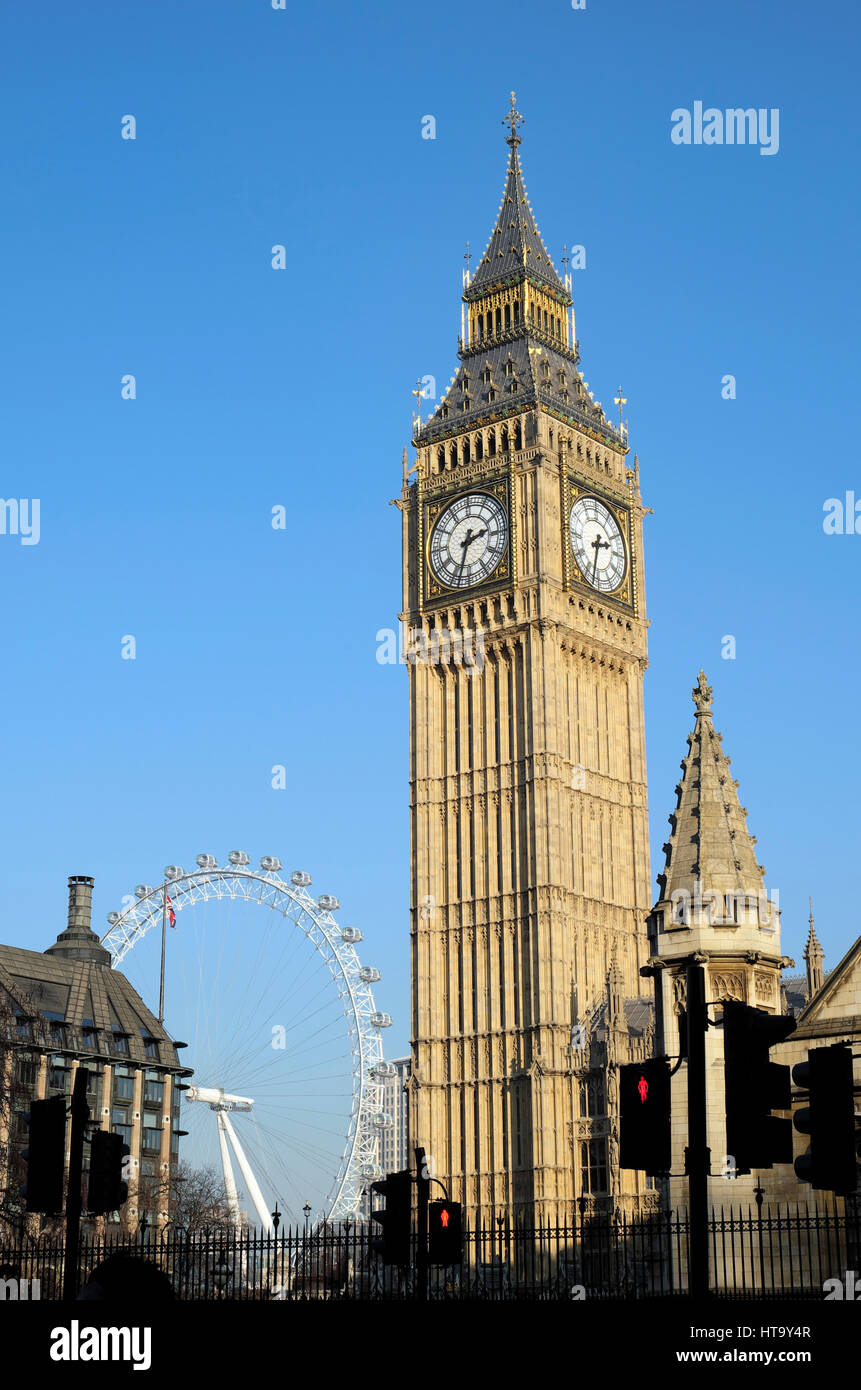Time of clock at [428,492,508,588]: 2:33
